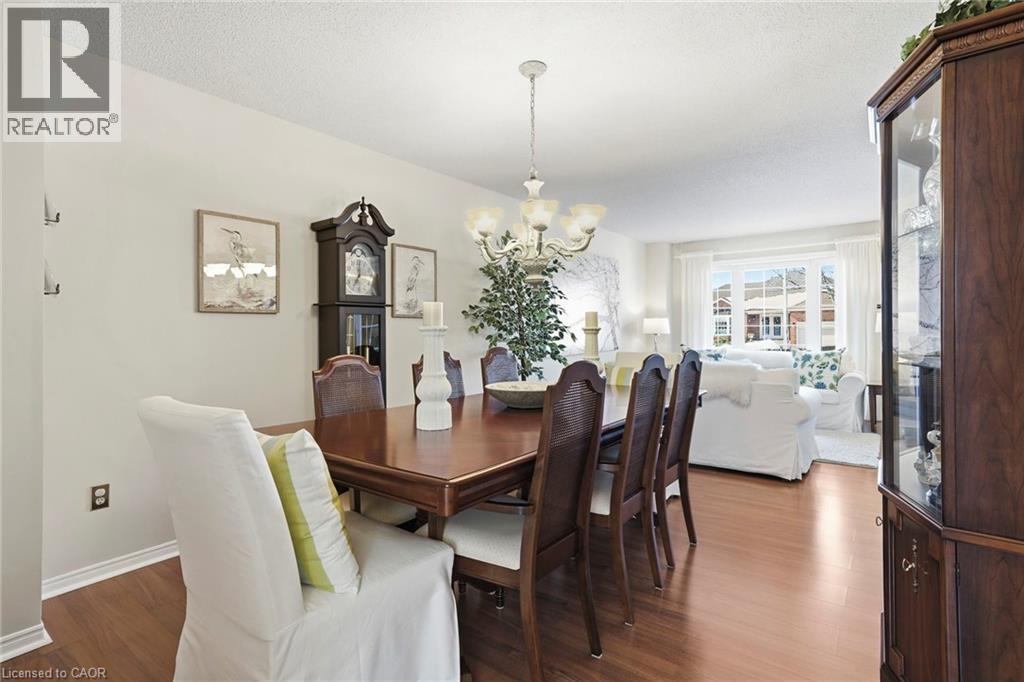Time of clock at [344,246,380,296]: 7:00
